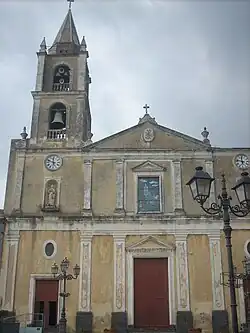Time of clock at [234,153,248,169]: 11:46
